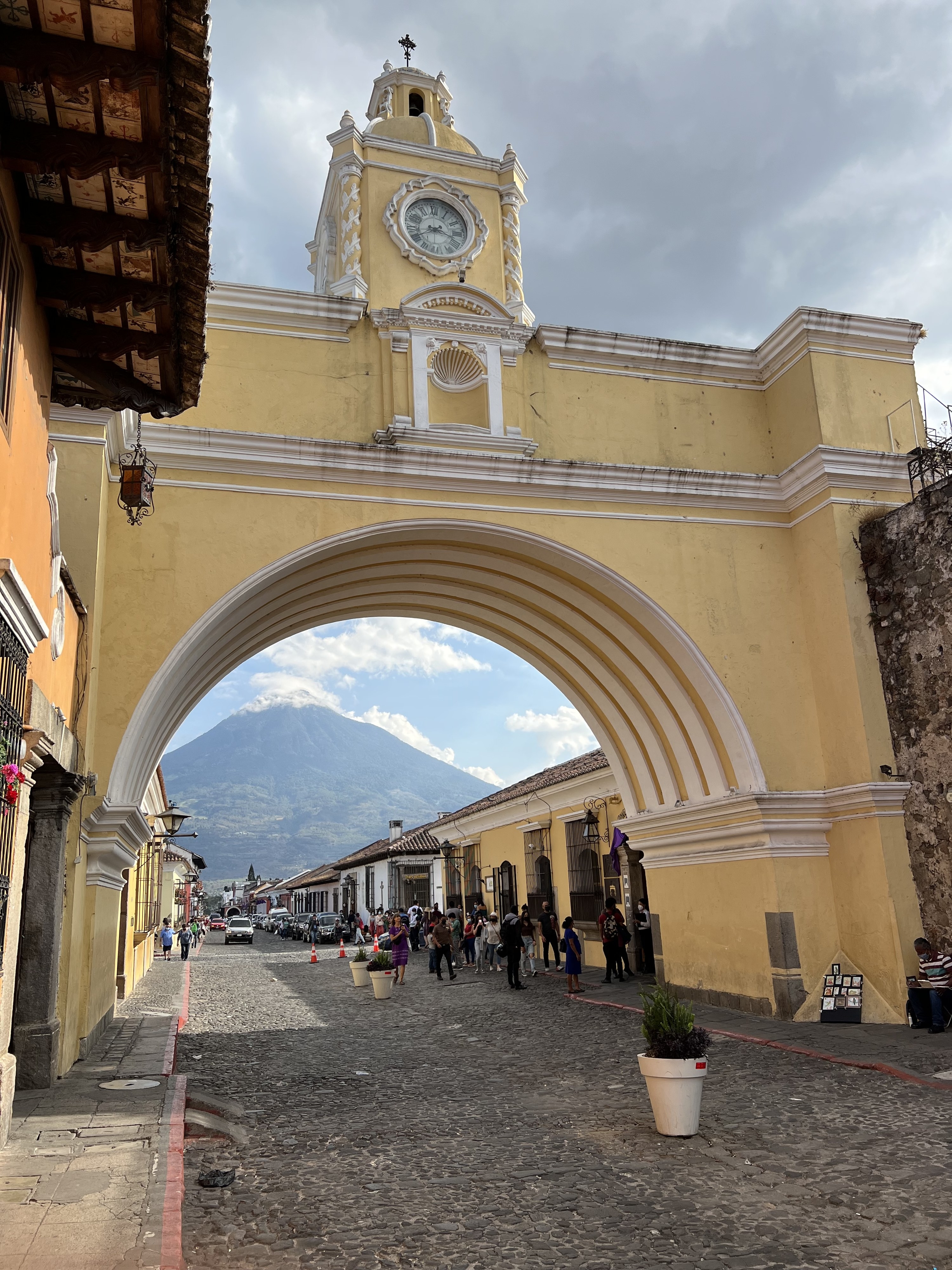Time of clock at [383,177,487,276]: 3:40
